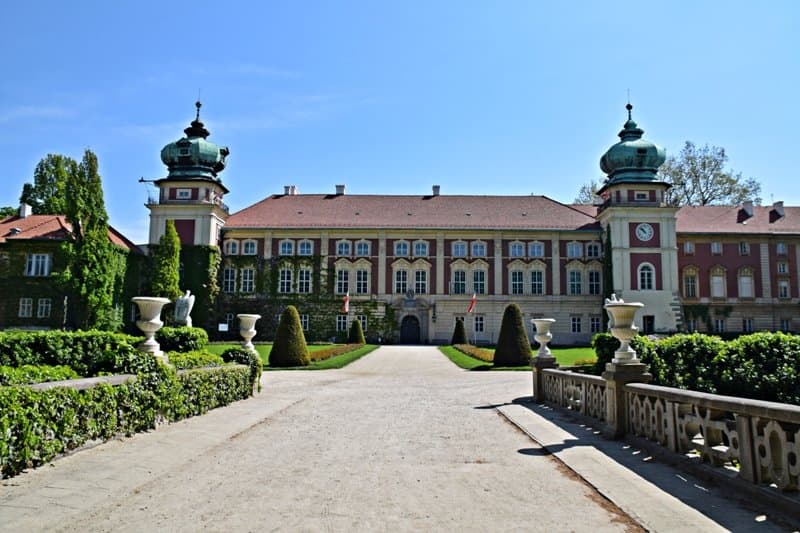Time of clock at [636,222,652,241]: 10:52
